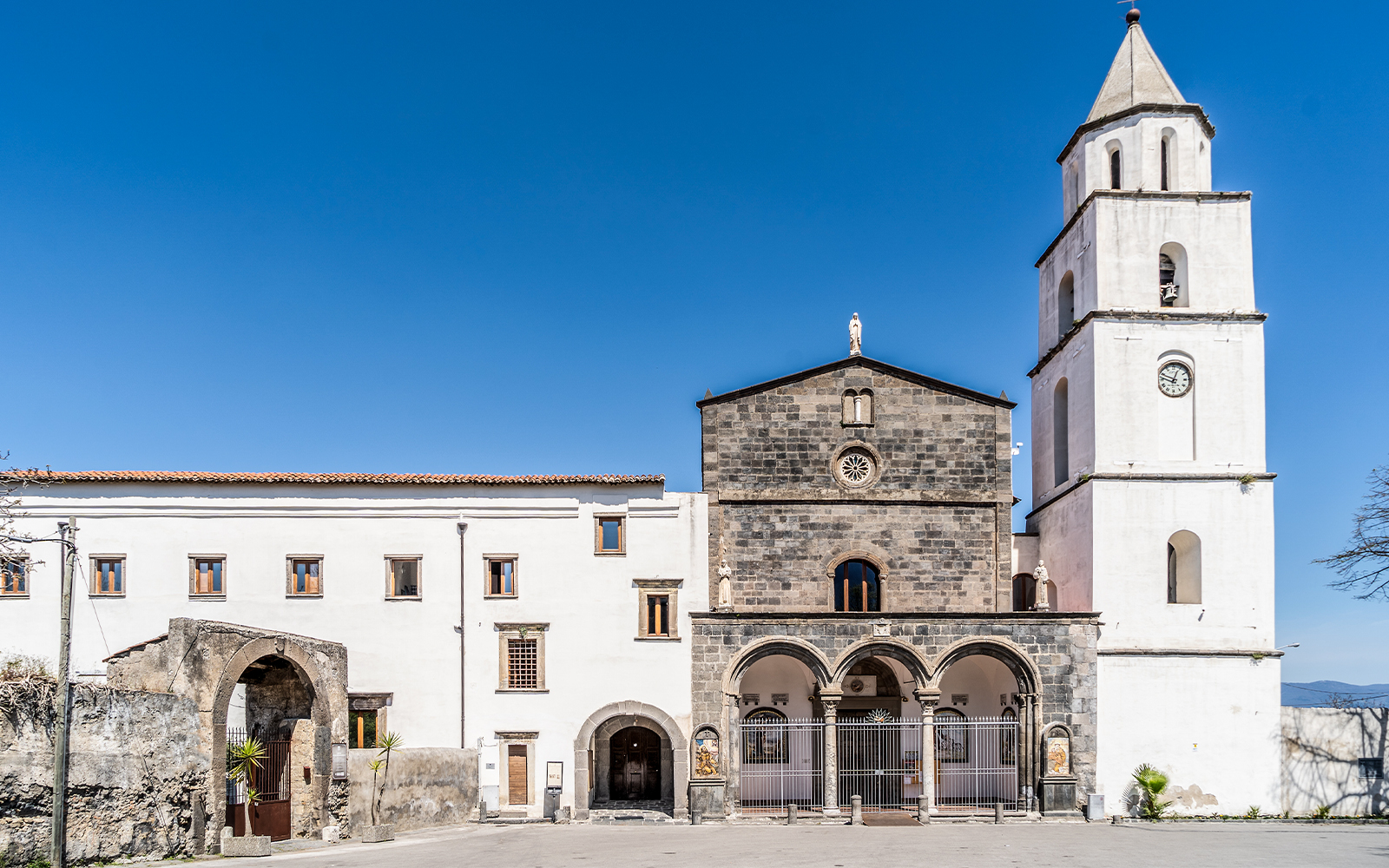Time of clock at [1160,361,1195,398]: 12:48
